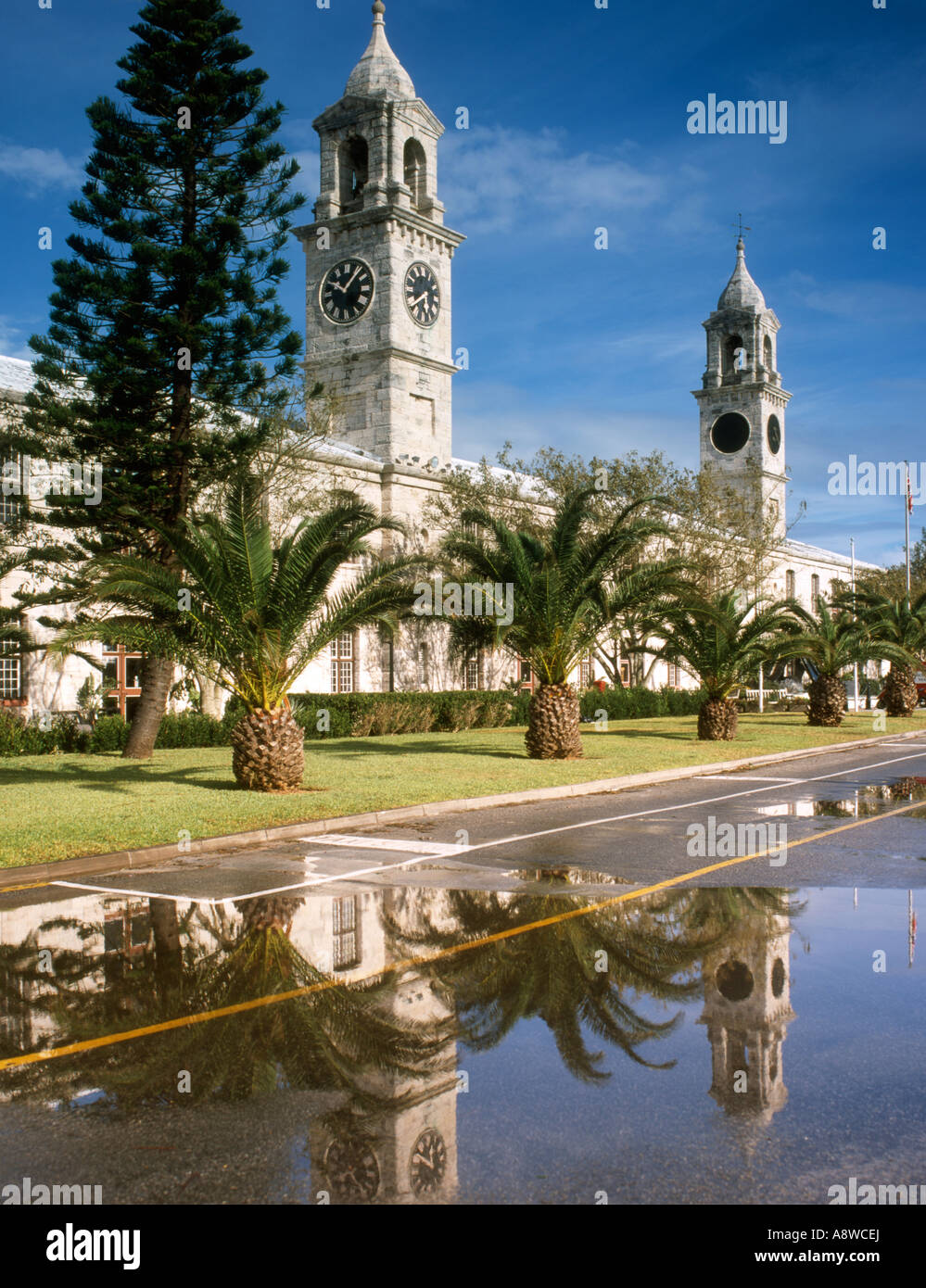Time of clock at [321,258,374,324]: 10:06
